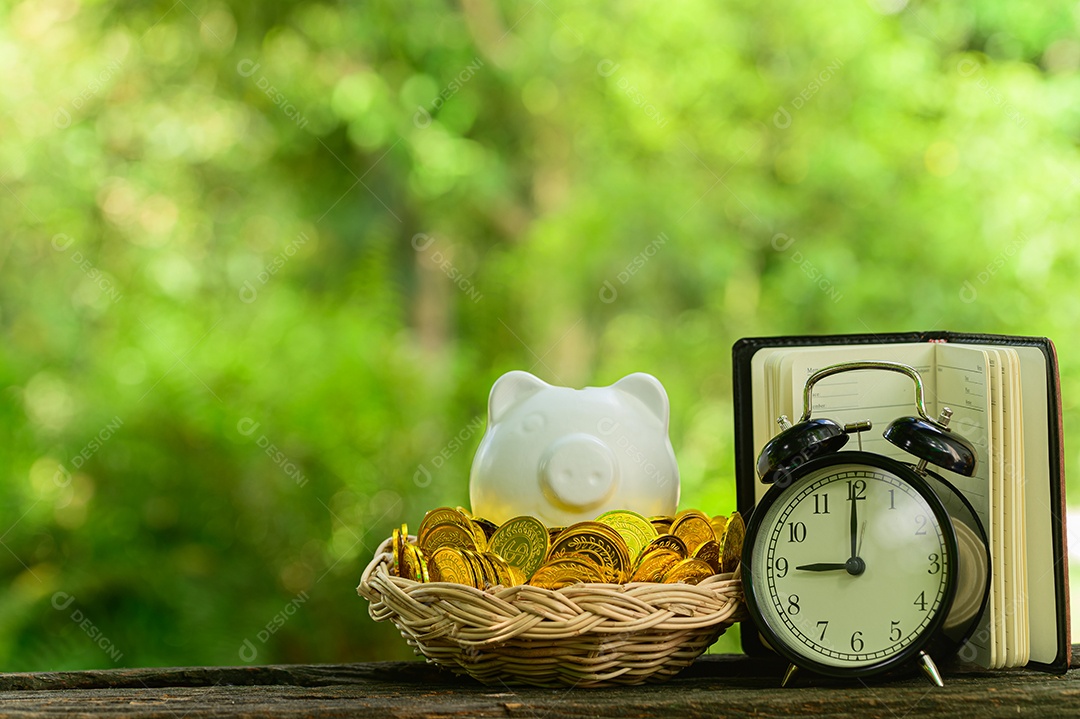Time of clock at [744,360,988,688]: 9:00
